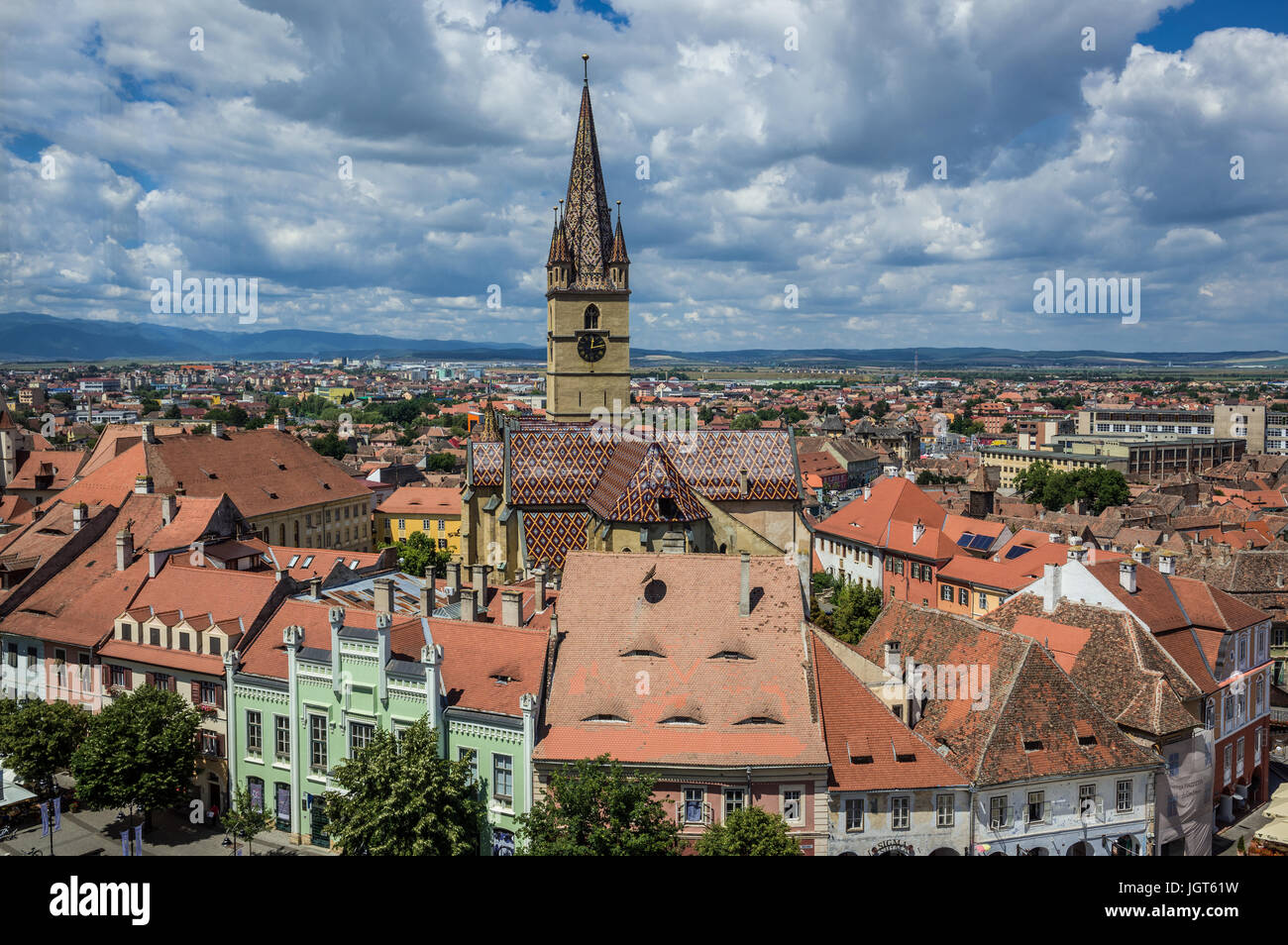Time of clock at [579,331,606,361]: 12:13
